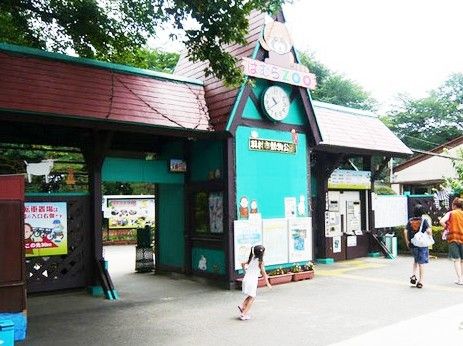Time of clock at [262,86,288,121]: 10:39
